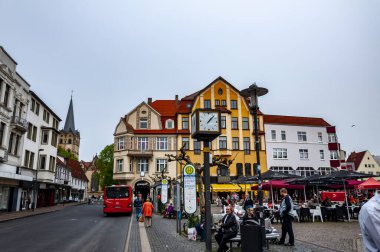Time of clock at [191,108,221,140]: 1:07
